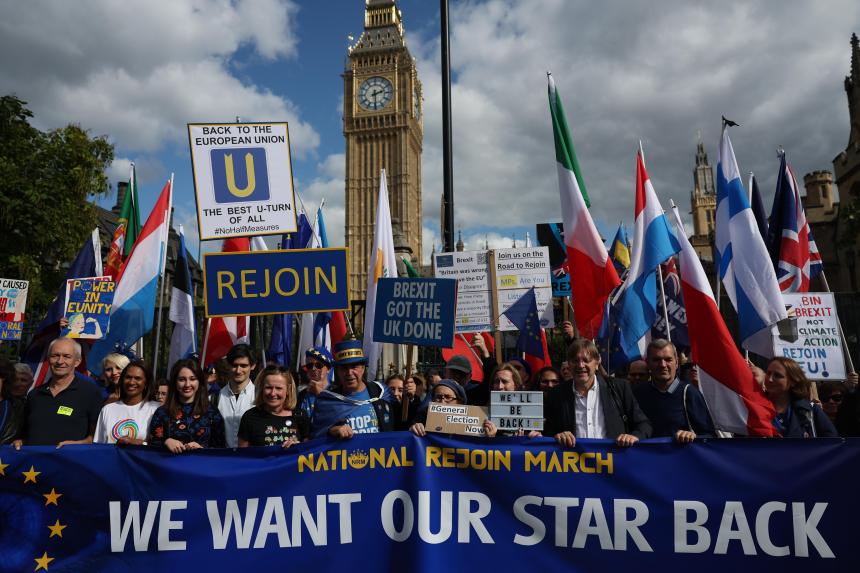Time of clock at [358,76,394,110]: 2:29
